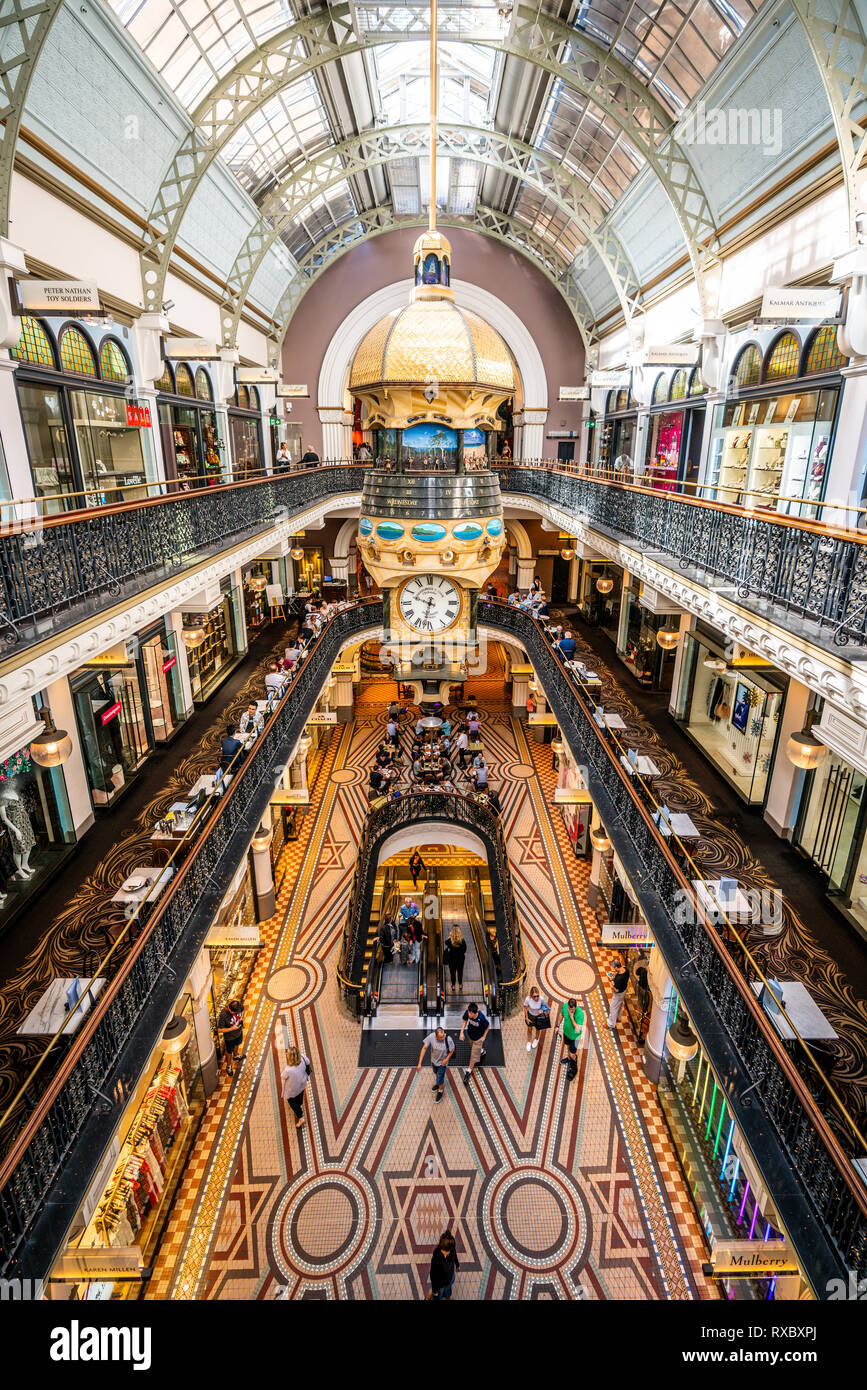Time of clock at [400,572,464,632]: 9:32
